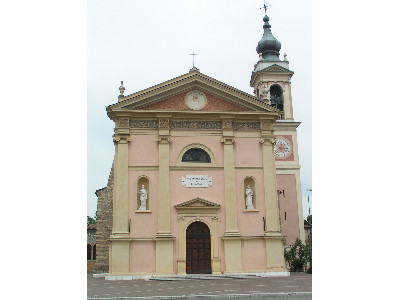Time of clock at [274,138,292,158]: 12:16
